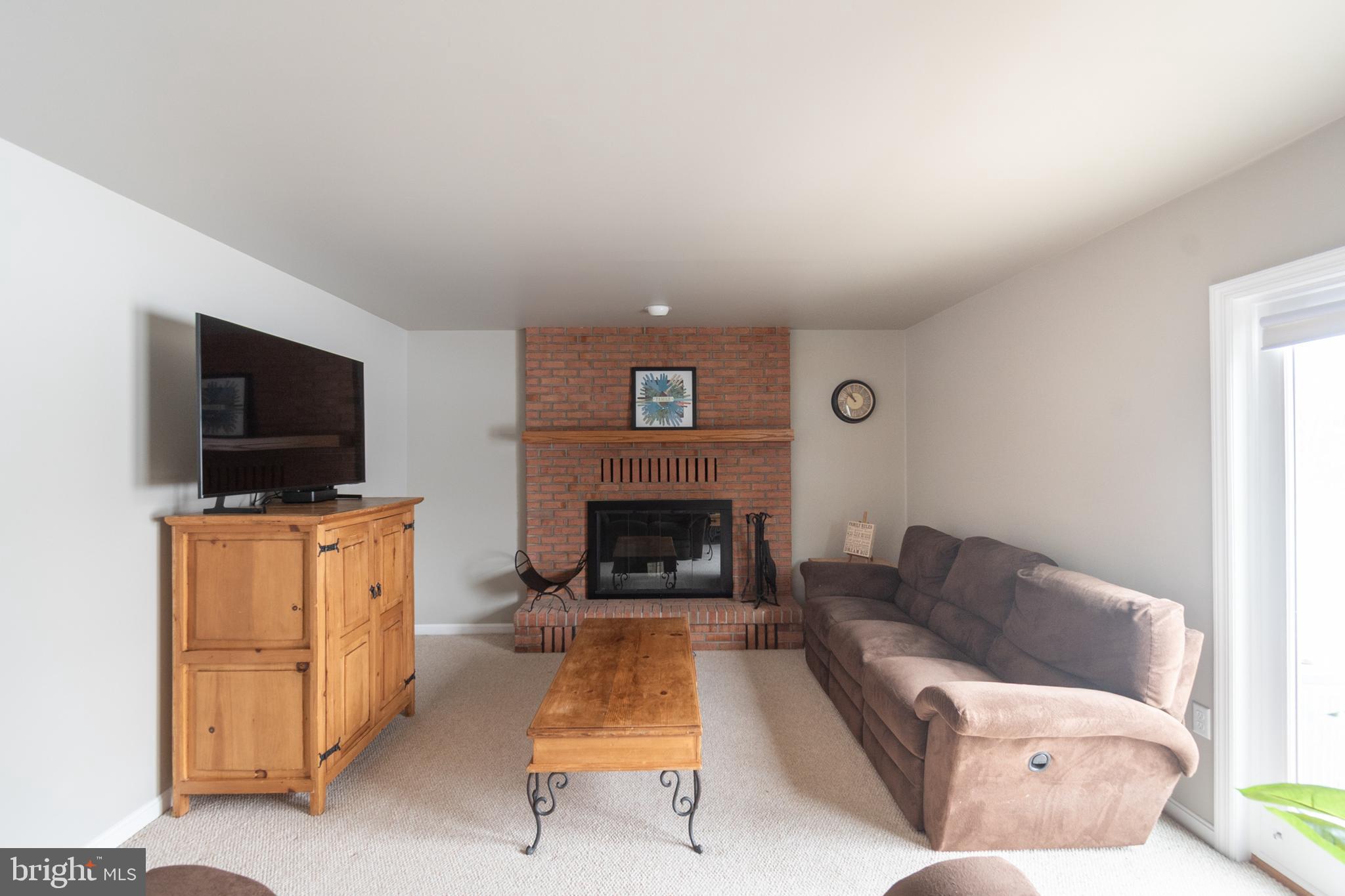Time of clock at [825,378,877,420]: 10:51
